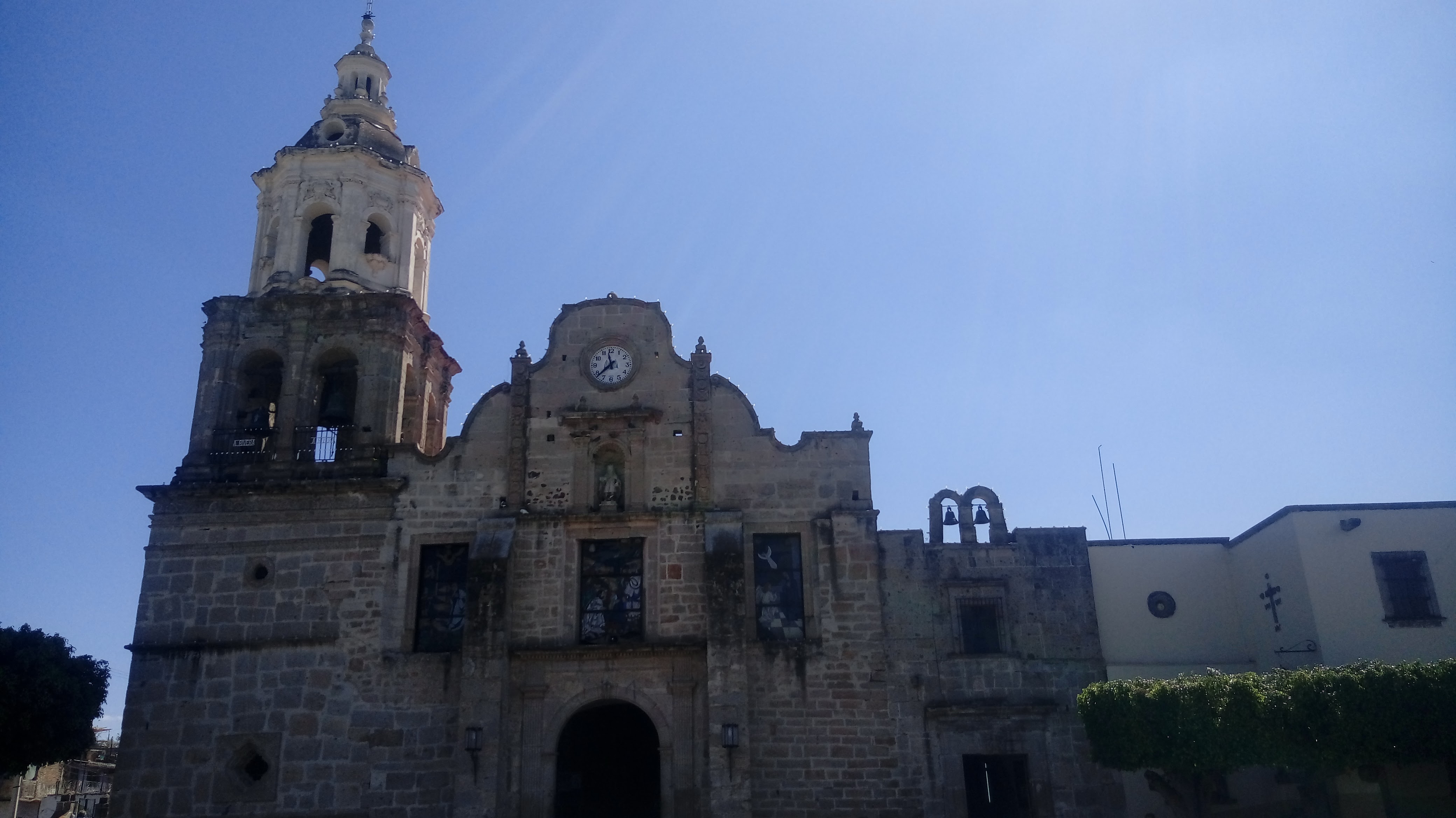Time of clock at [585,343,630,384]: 11:37
